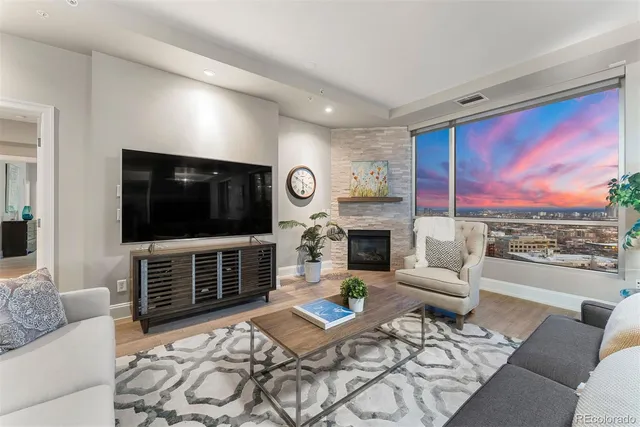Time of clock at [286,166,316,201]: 5:49
